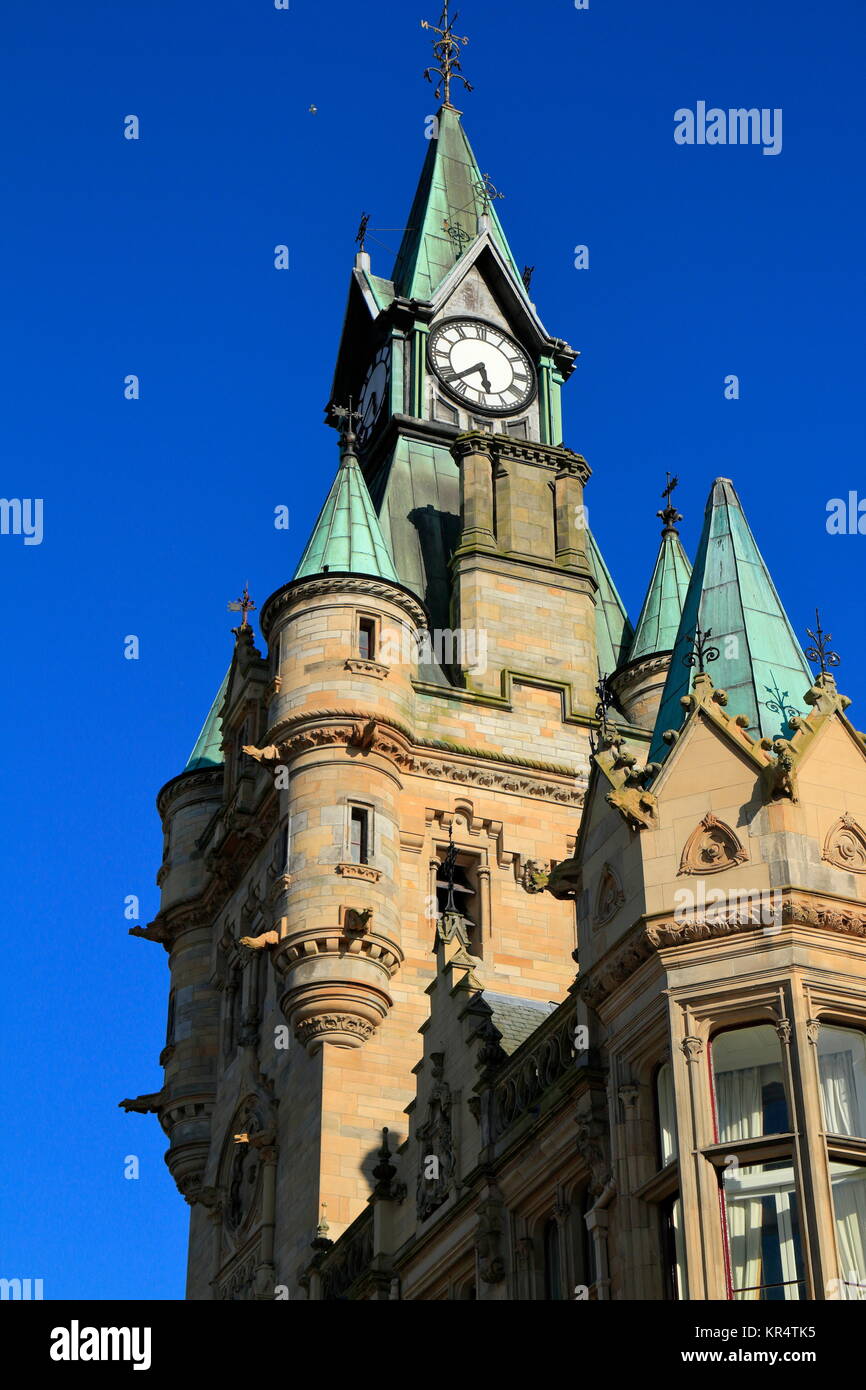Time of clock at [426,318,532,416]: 5:37
